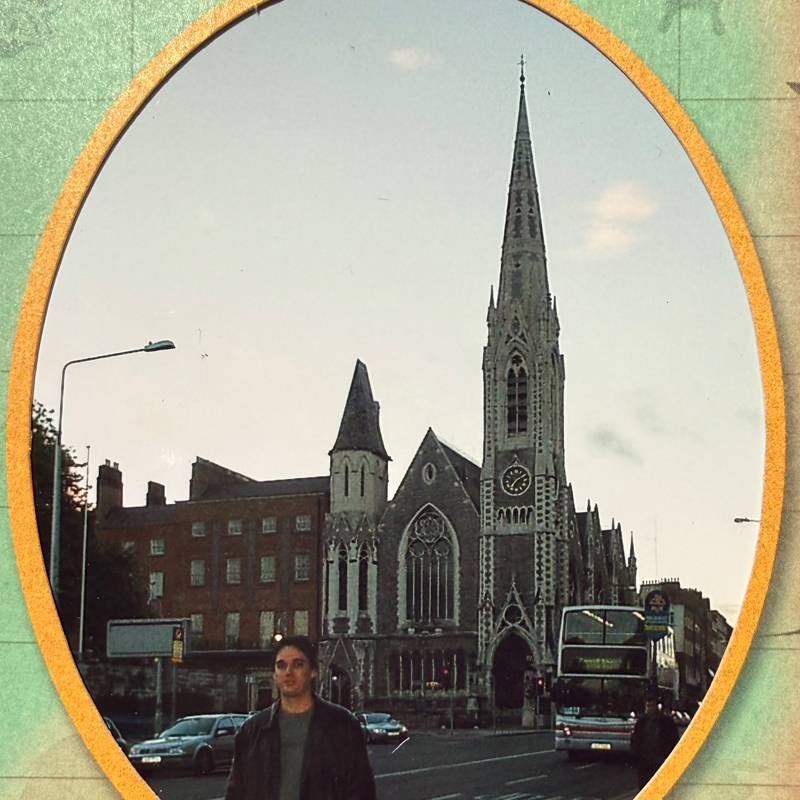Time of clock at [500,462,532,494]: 7:09
